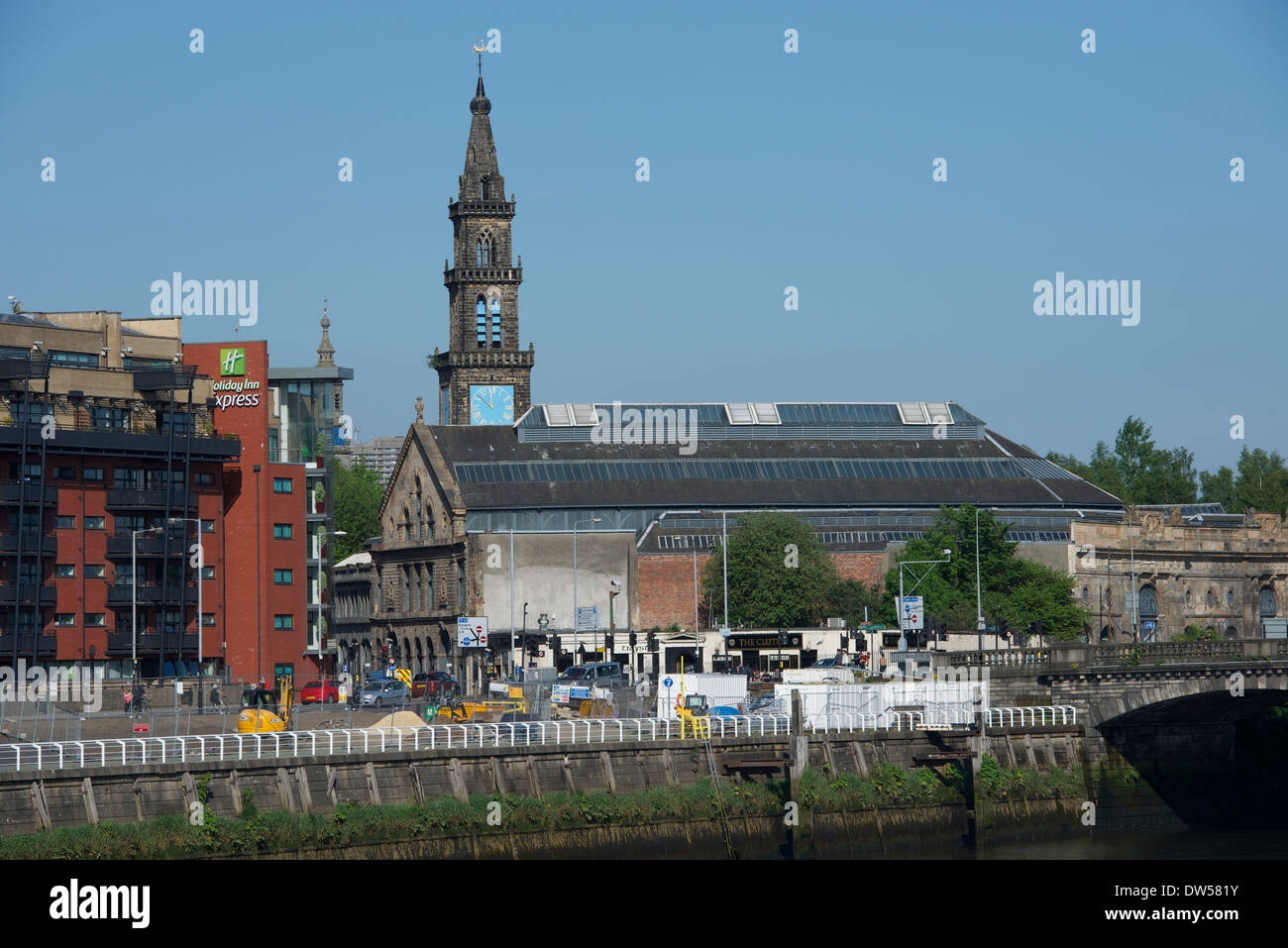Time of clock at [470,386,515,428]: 11:51
